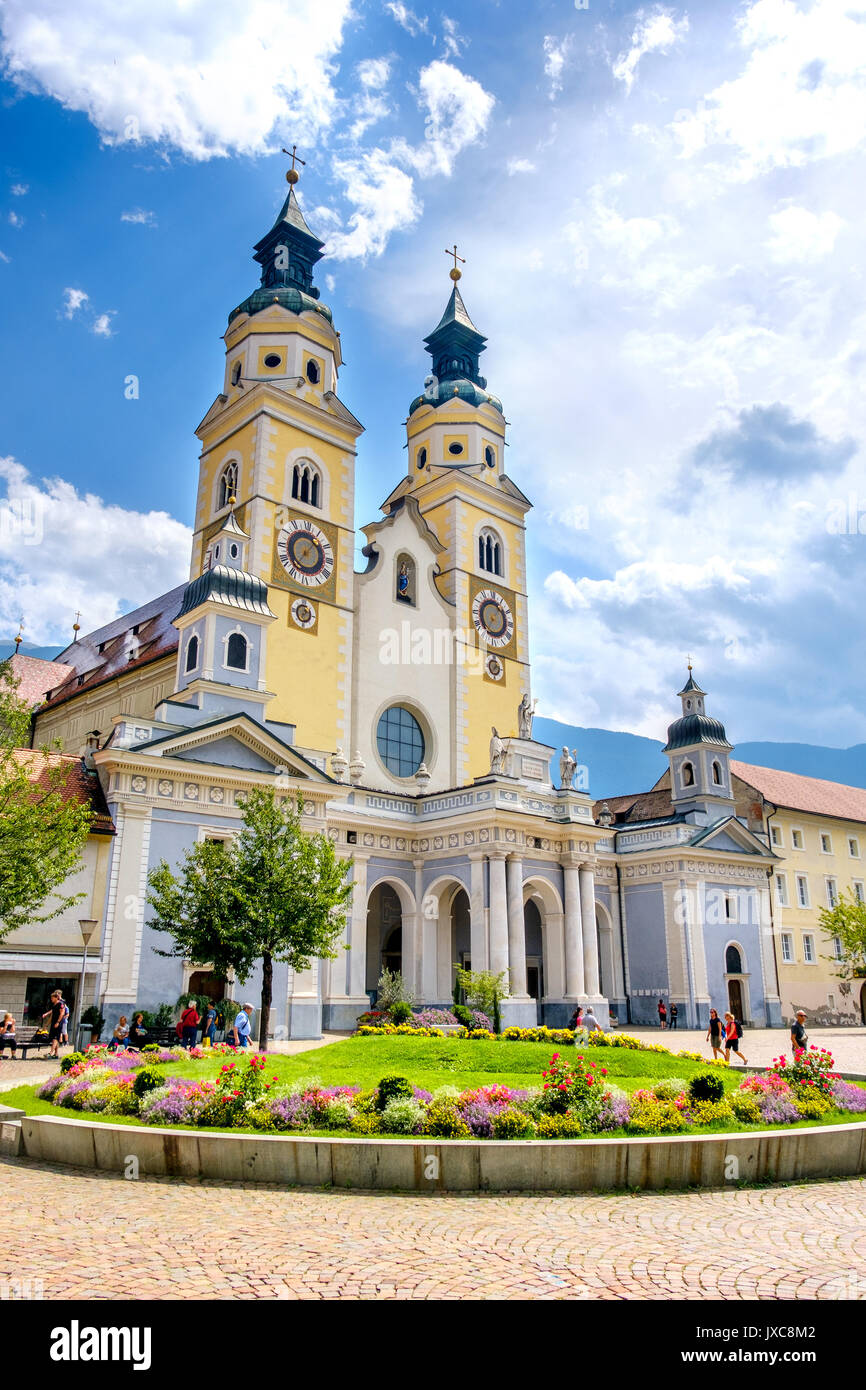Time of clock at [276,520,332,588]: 7:06
